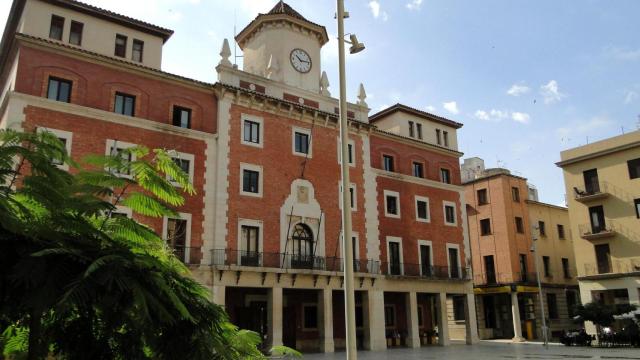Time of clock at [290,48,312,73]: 10:13
